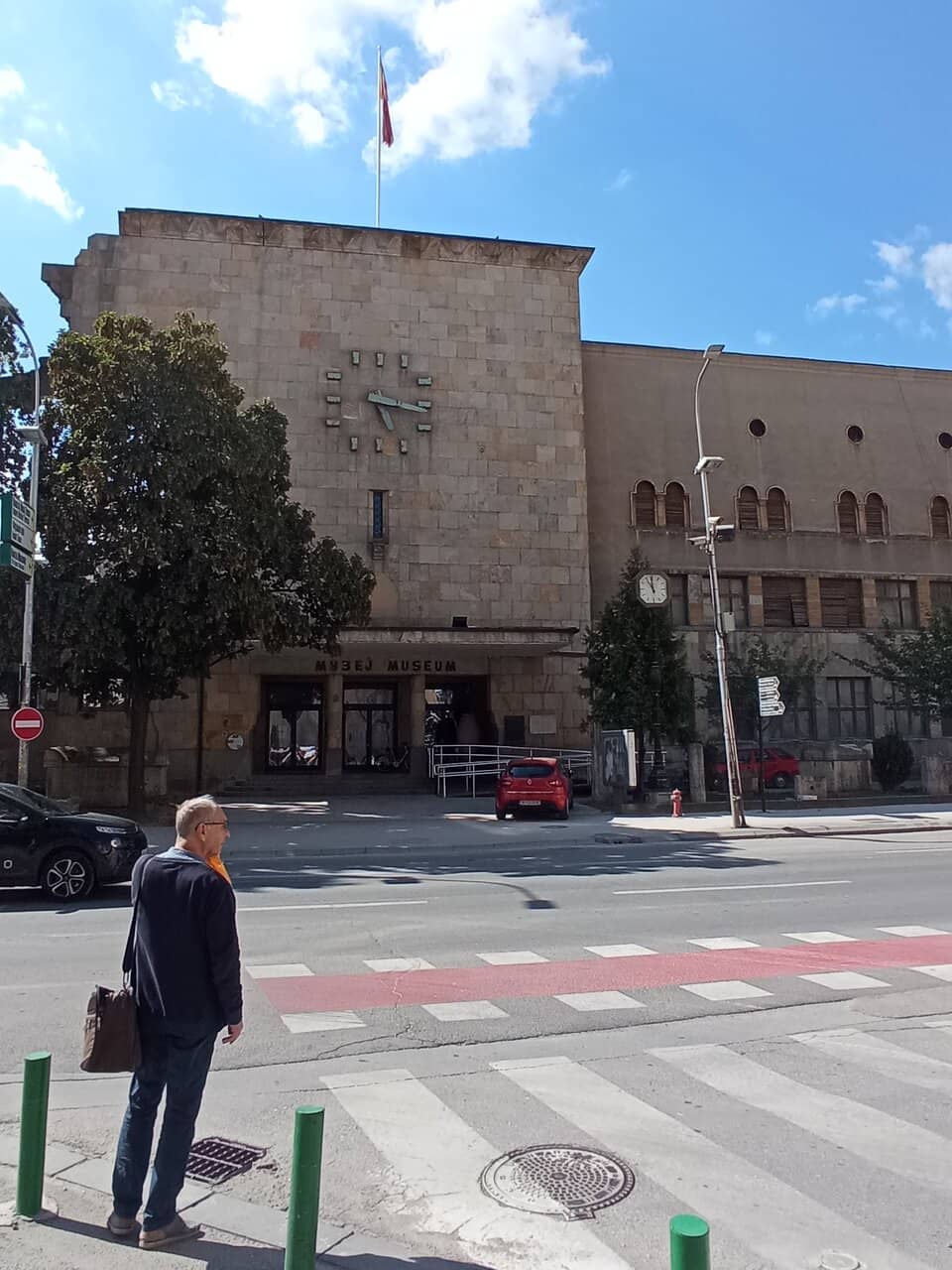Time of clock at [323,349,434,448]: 5:16
